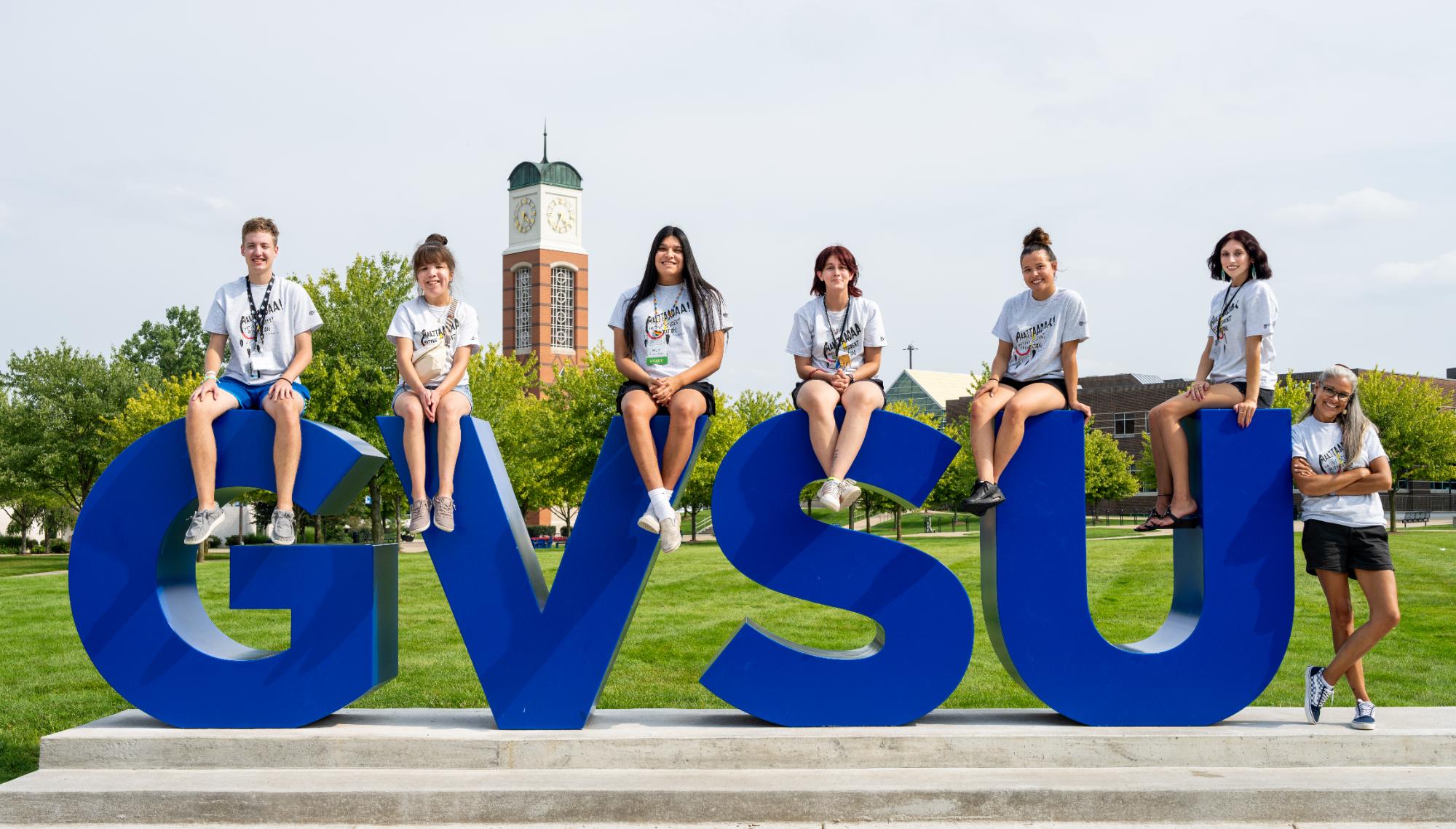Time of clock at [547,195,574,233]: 4:34
